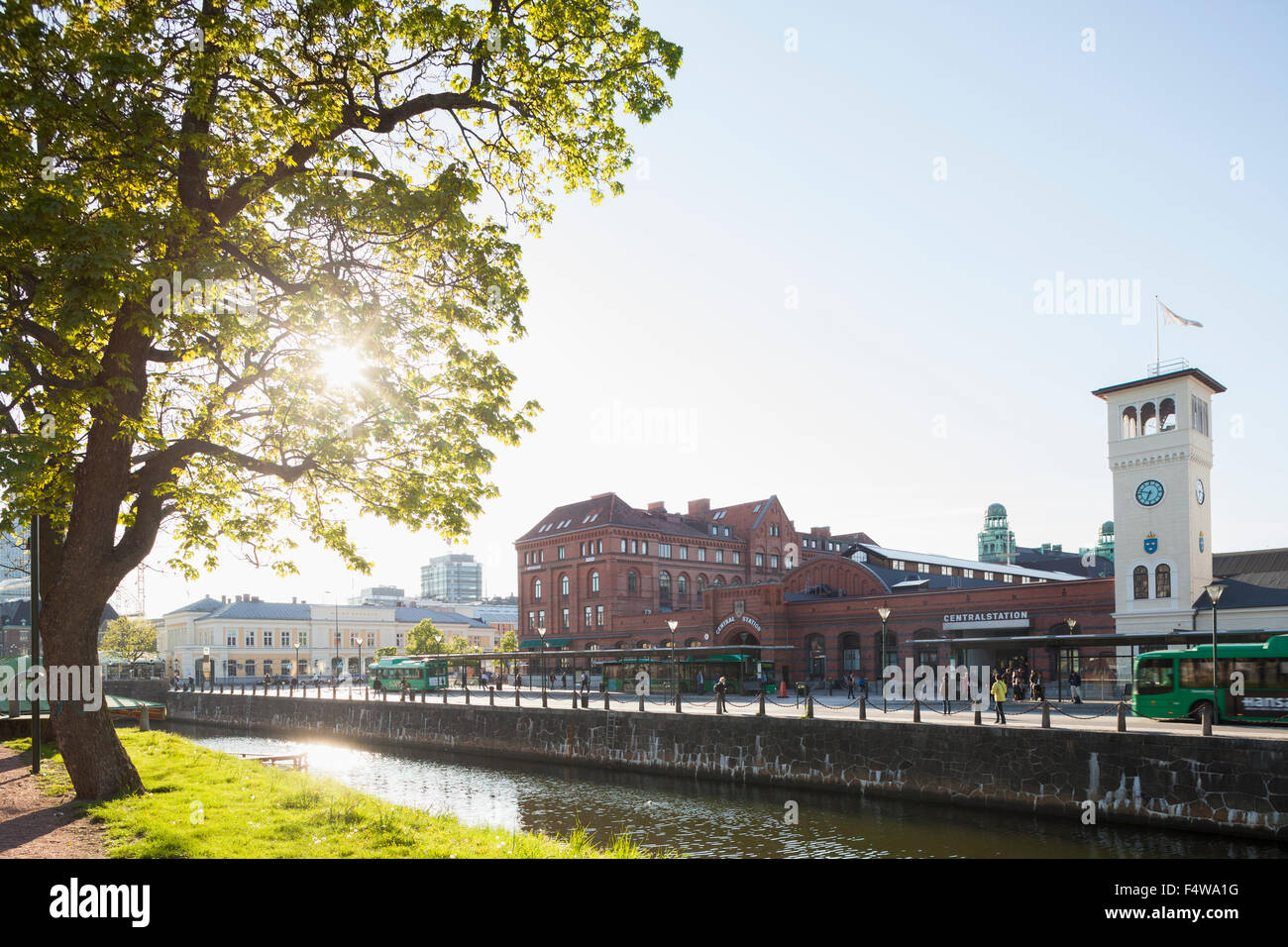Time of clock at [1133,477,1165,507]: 6:47
